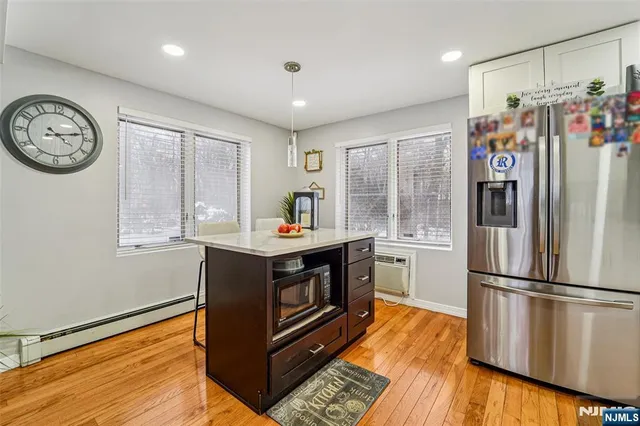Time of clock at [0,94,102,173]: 4:13
